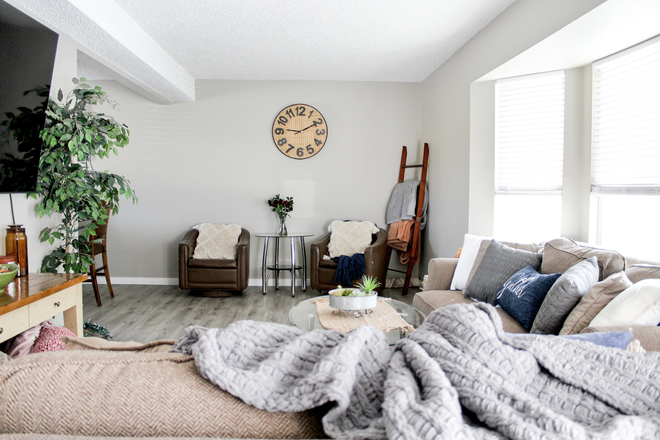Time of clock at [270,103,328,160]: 9:10
